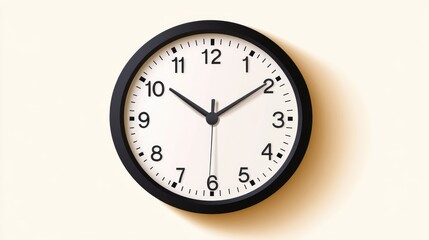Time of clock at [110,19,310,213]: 10:09
